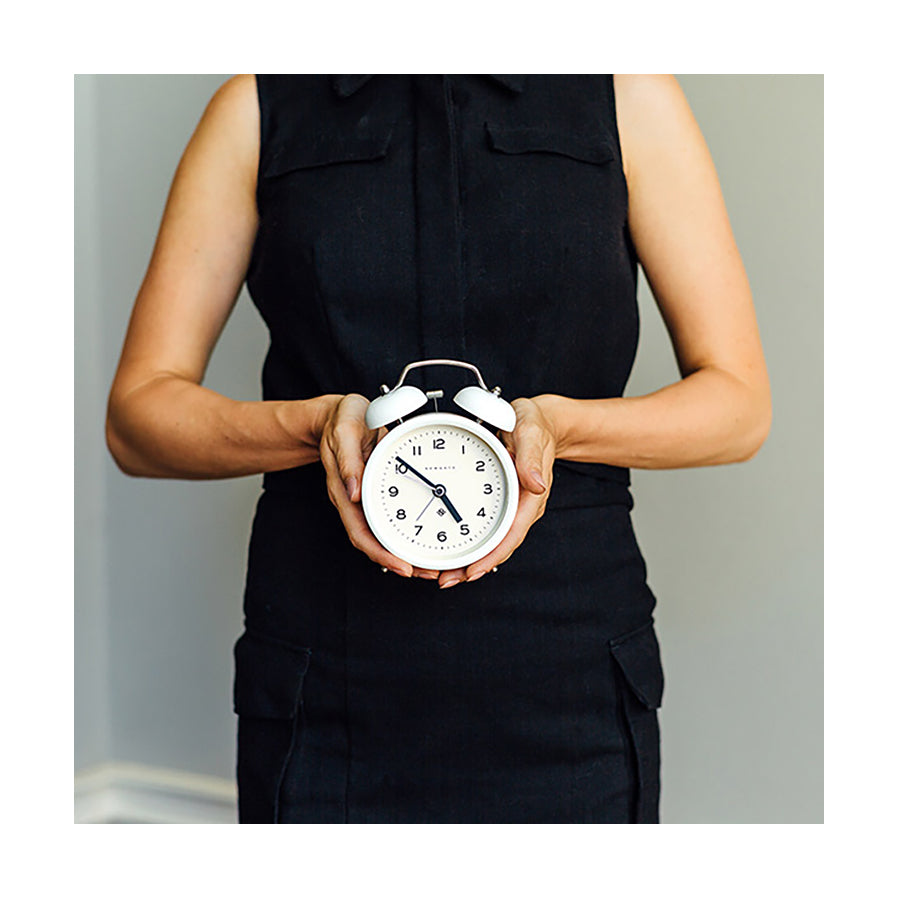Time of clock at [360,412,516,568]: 4:51
